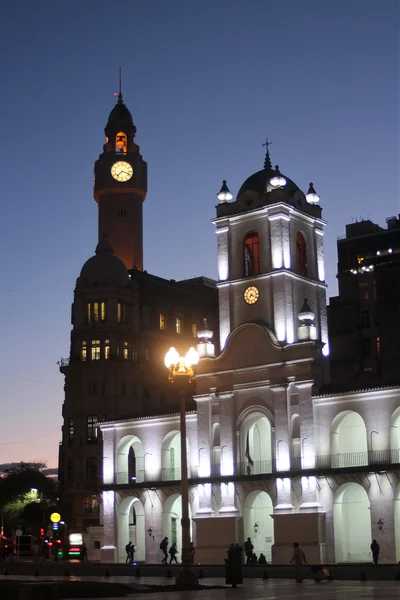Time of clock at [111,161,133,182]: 7:18
